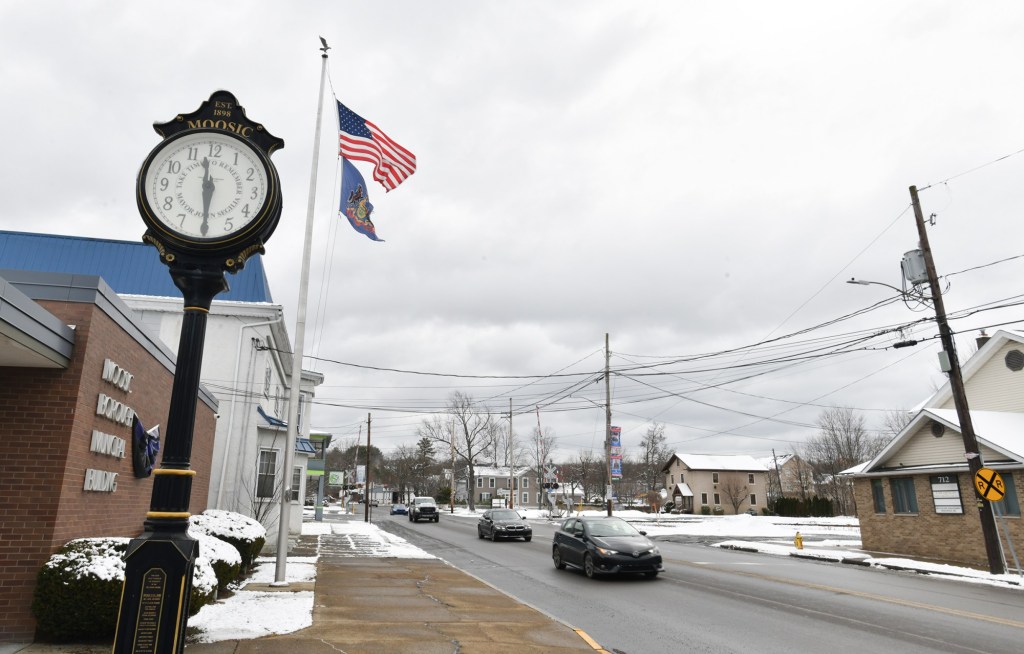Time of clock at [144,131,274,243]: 11:29
